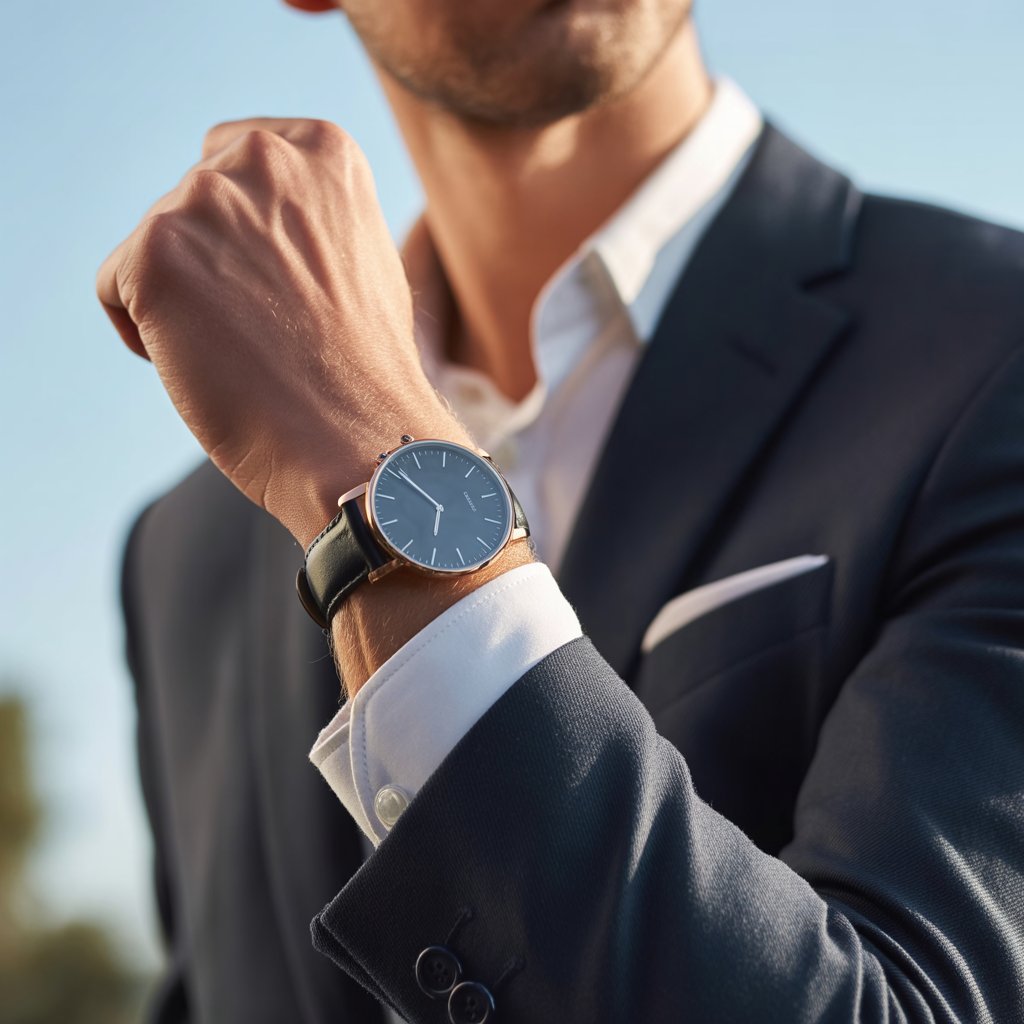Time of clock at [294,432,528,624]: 5:50
